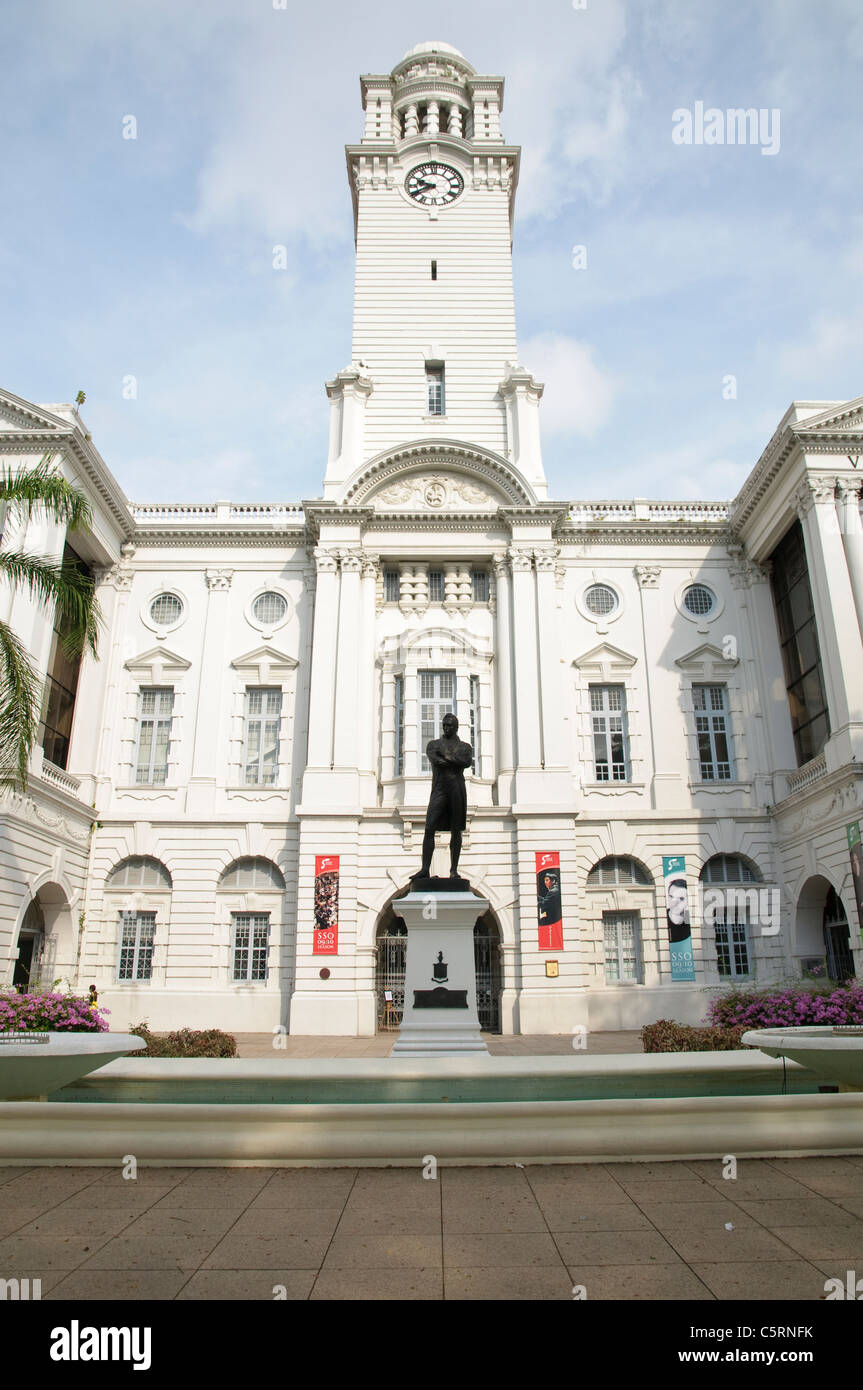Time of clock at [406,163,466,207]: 9:40
